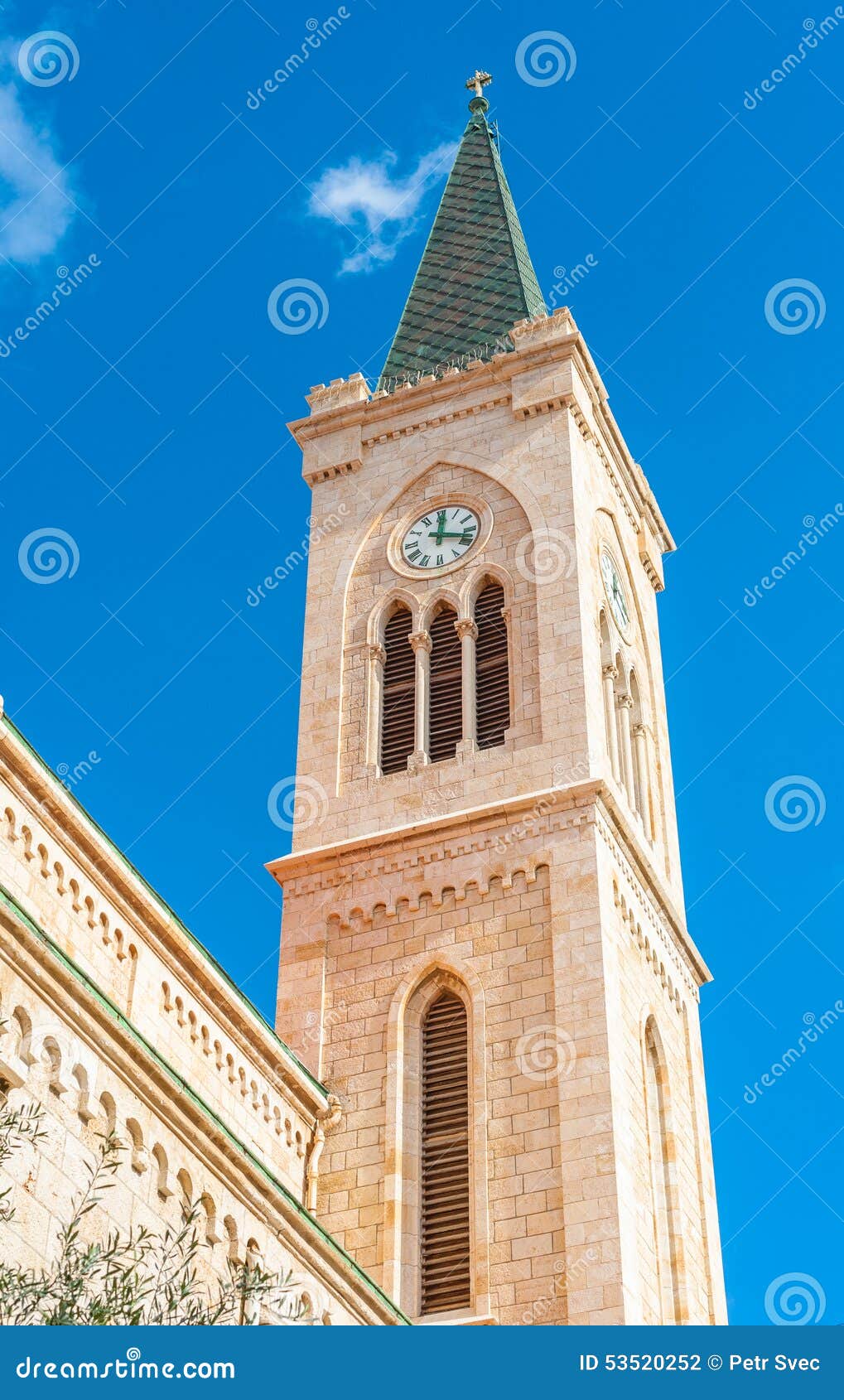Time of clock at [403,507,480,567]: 12:17
